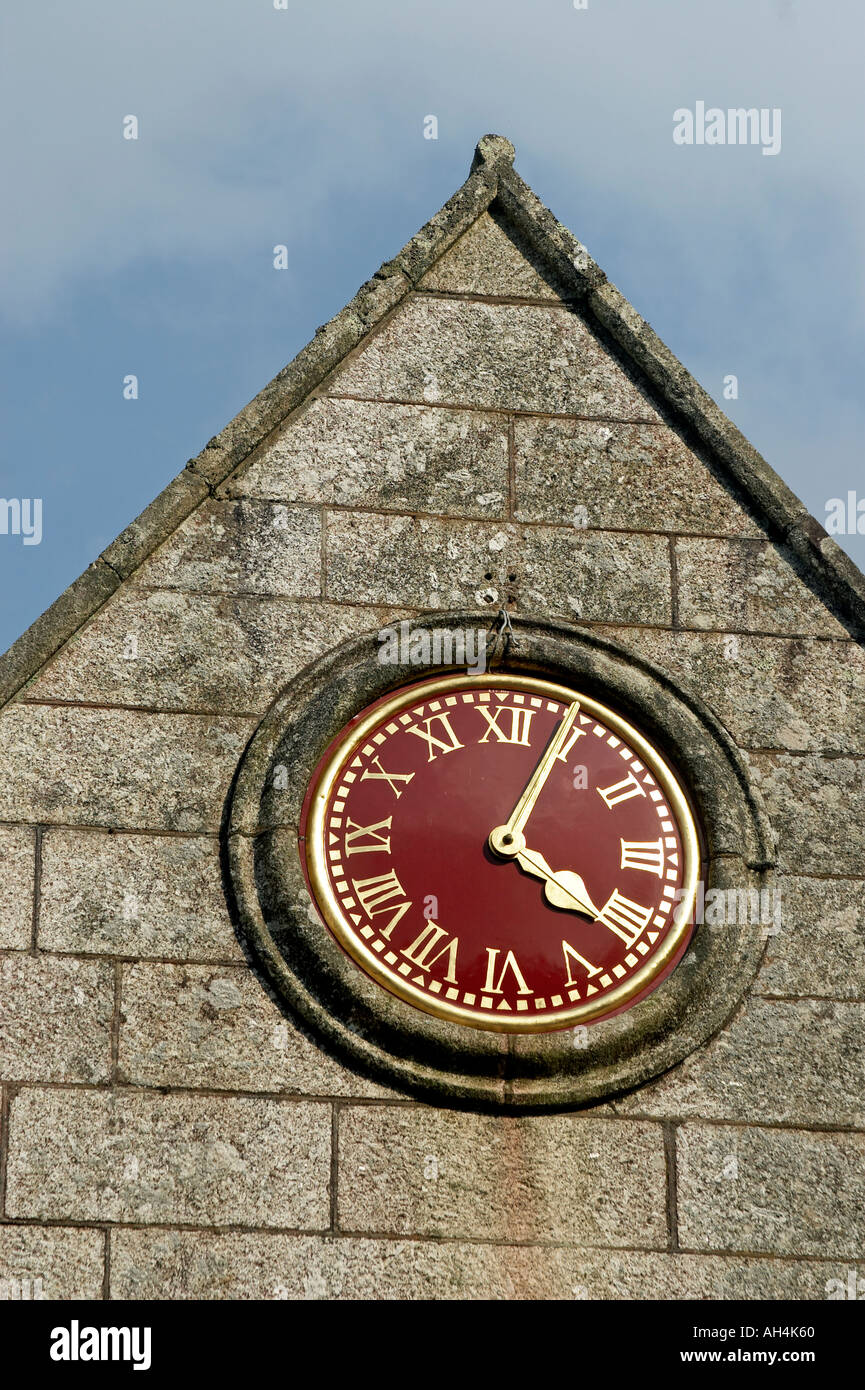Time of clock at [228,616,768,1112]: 4:04
